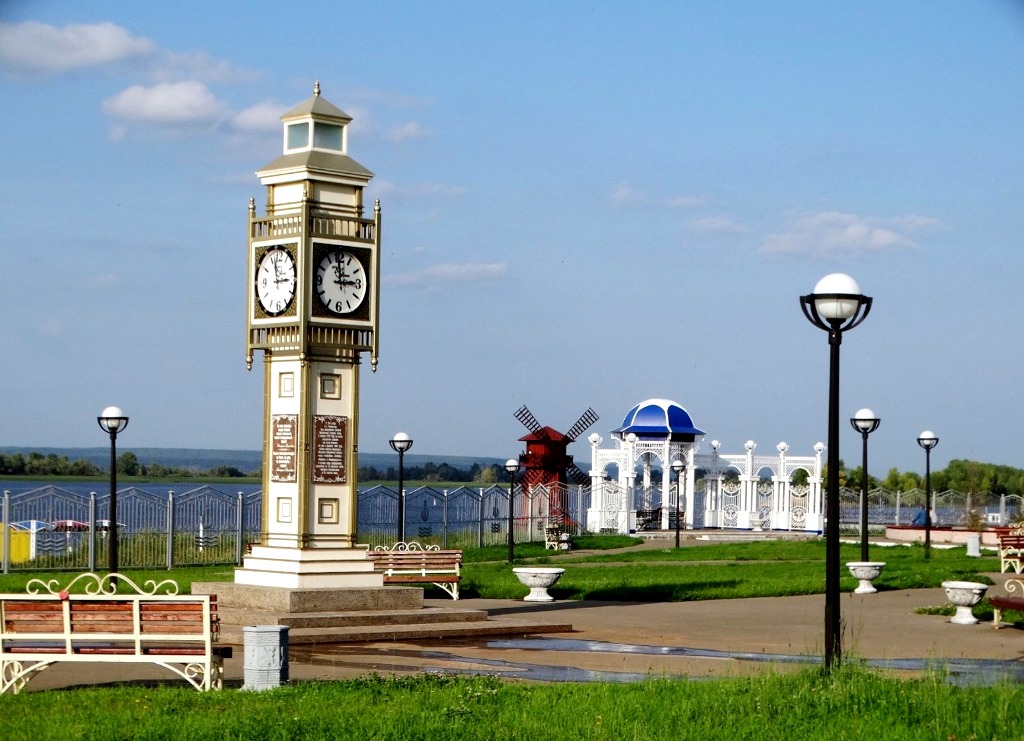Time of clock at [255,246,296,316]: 2:57
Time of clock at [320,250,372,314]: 2:59
